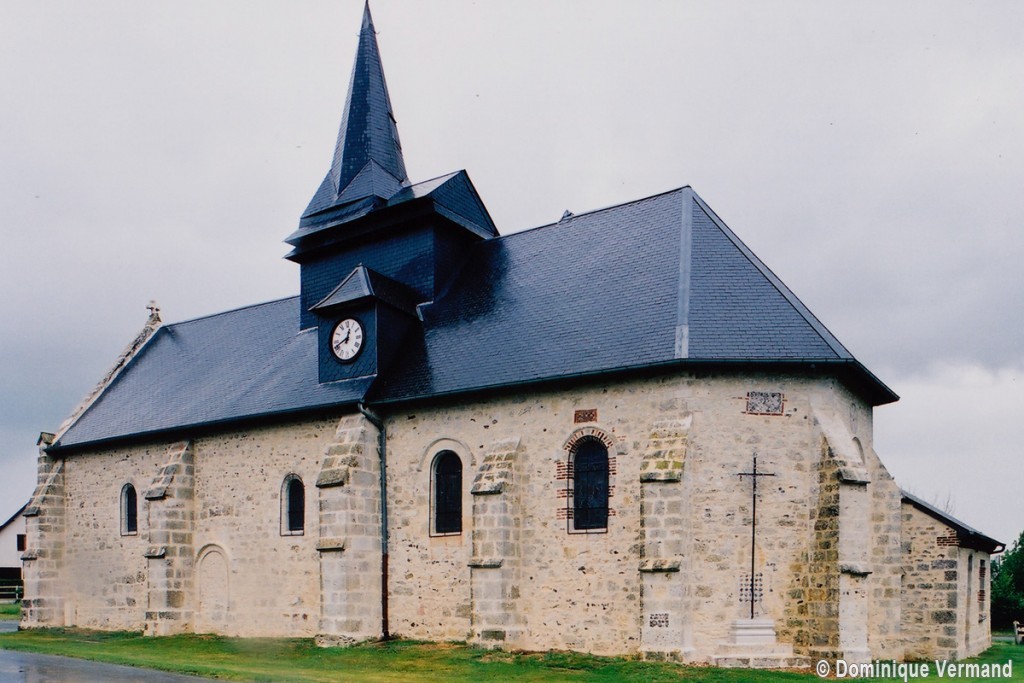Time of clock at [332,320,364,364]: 12:41
